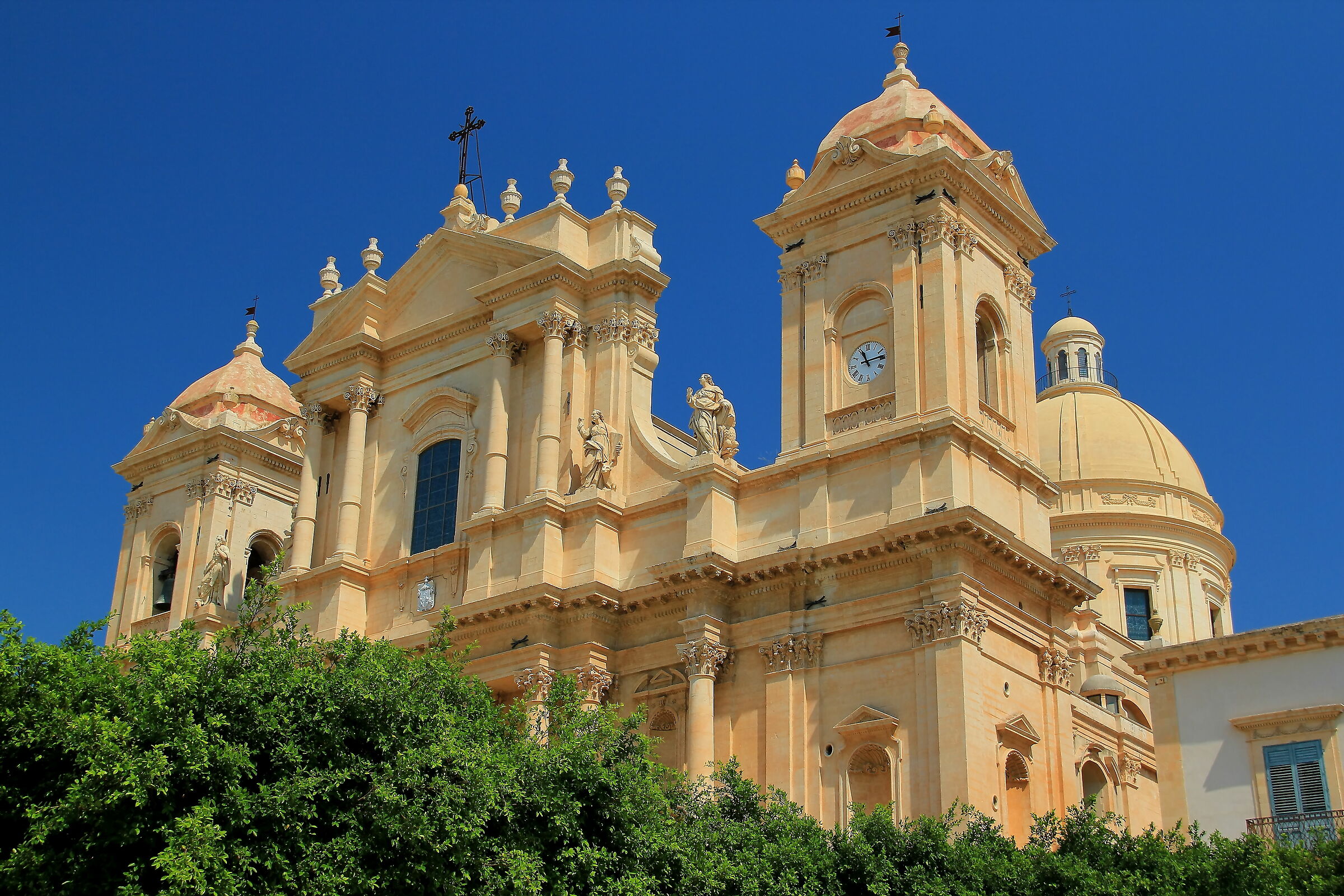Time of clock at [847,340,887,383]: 11:13
